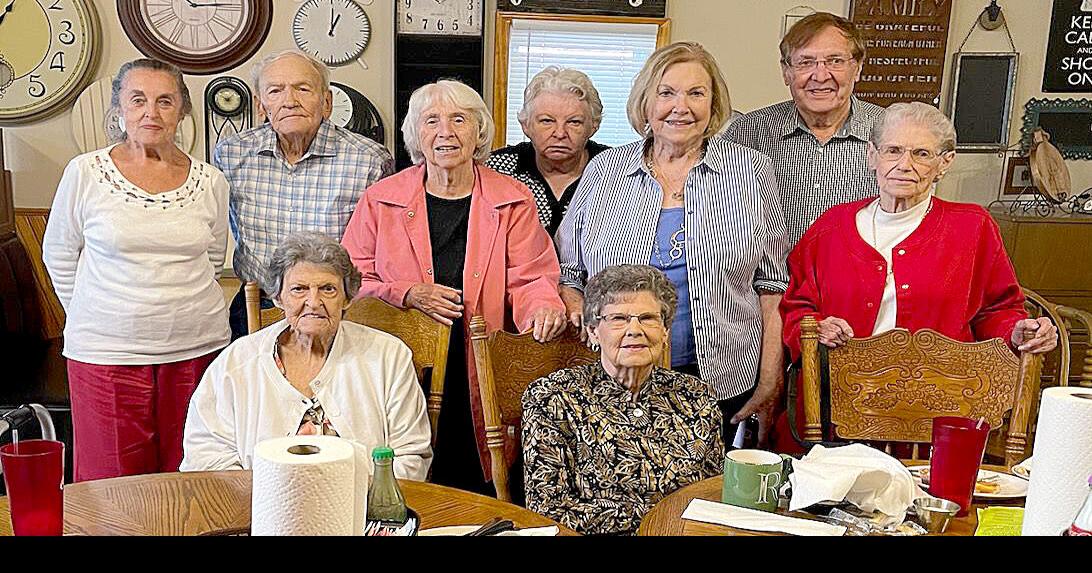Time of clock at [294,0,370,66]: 1:00
